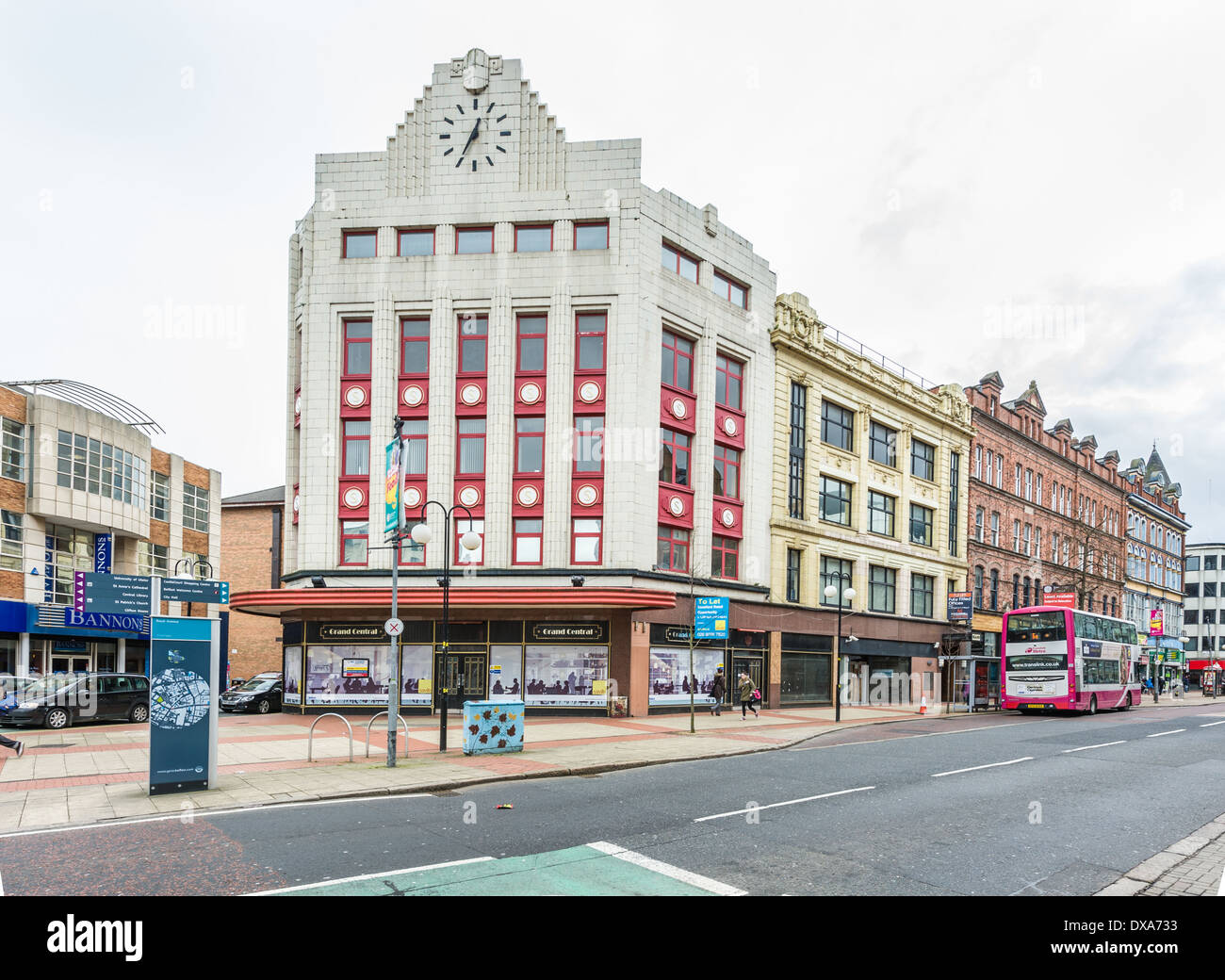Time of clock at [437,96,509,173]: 12:34
